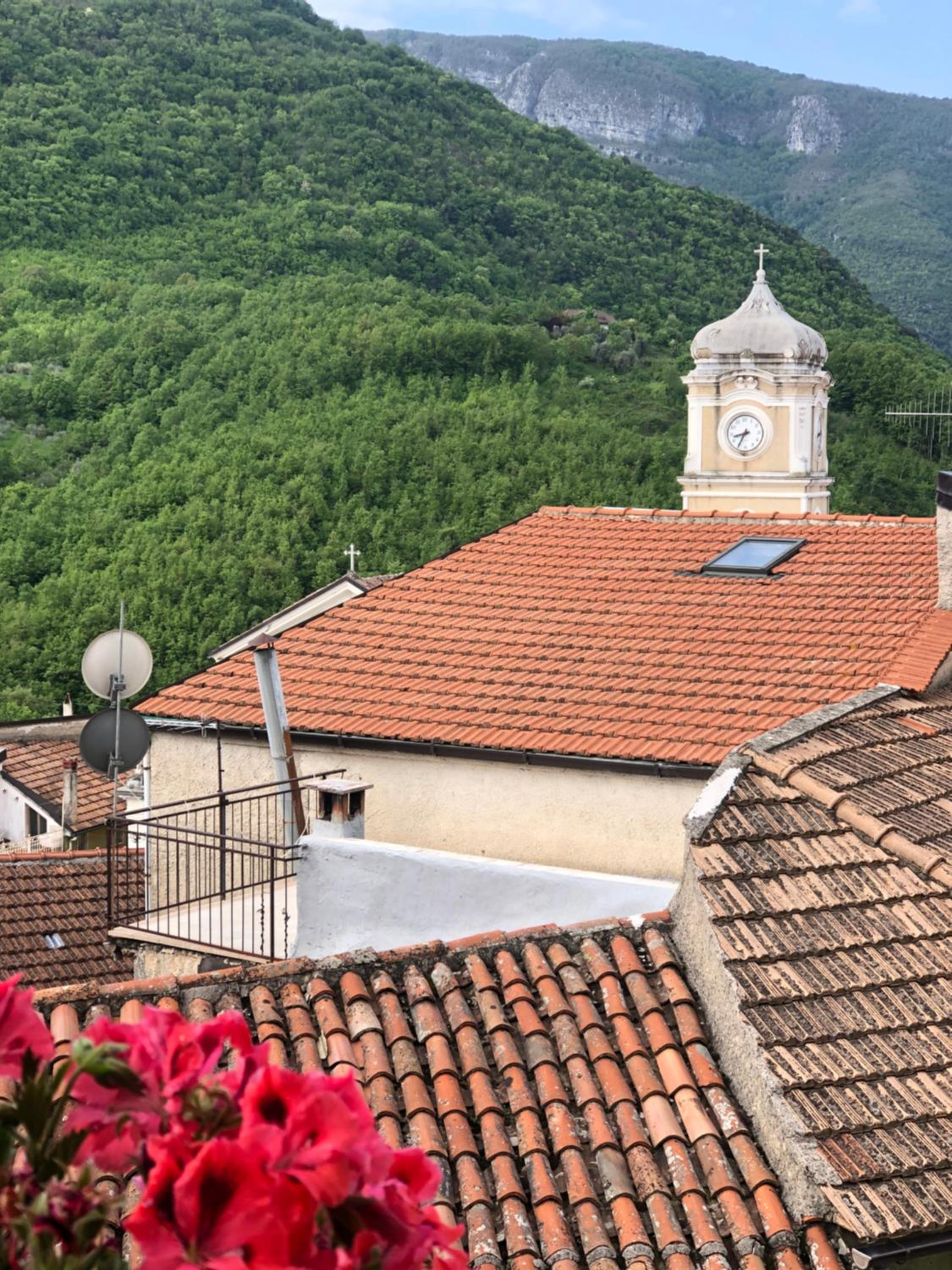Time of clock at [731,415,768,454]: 8:34
